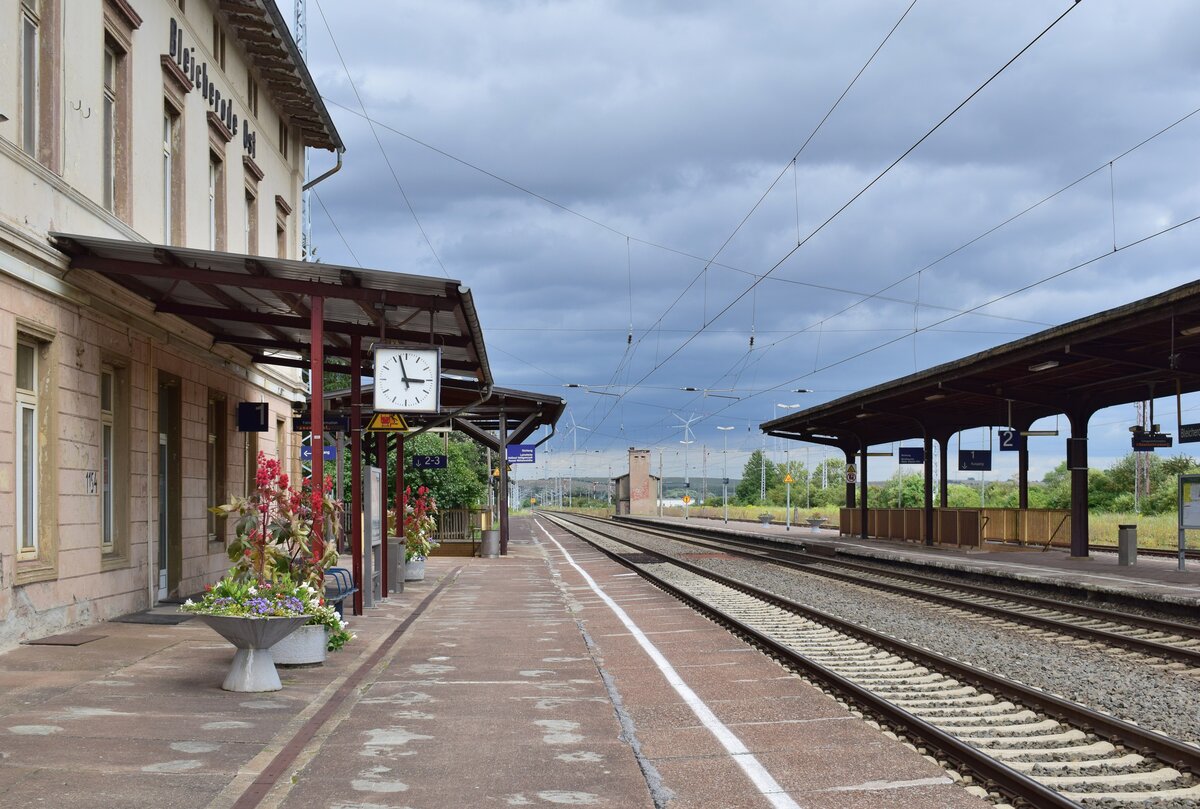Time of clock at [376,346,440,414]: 2:57
